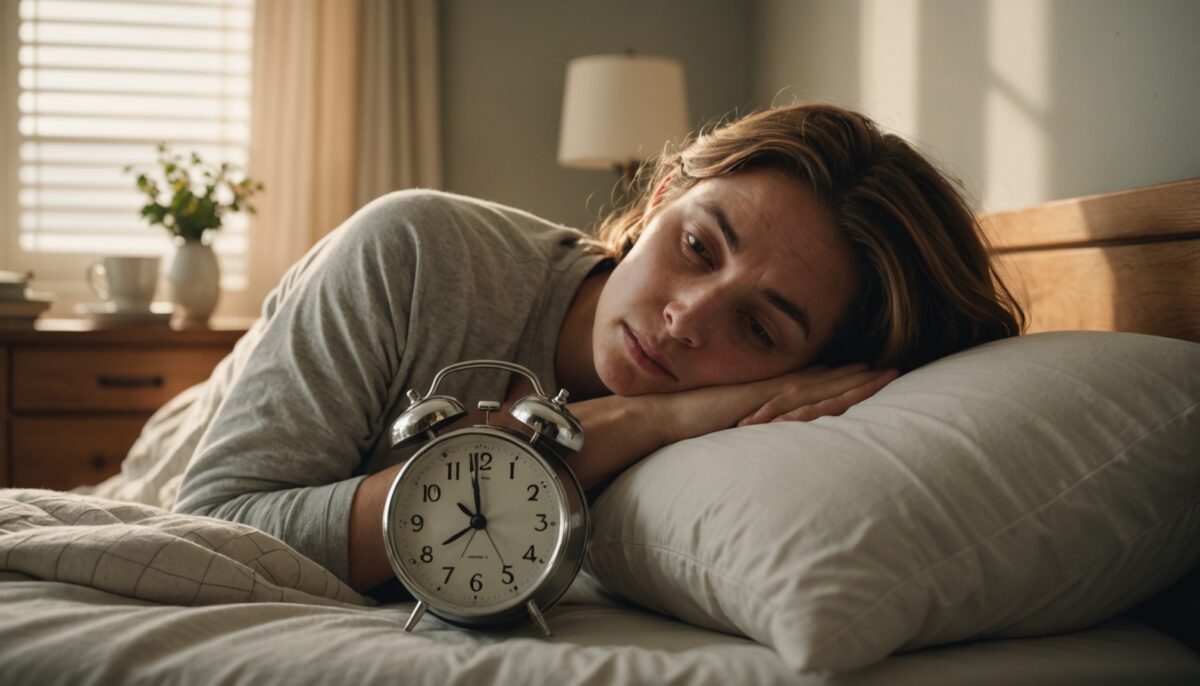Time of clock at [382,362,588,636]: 7:59
